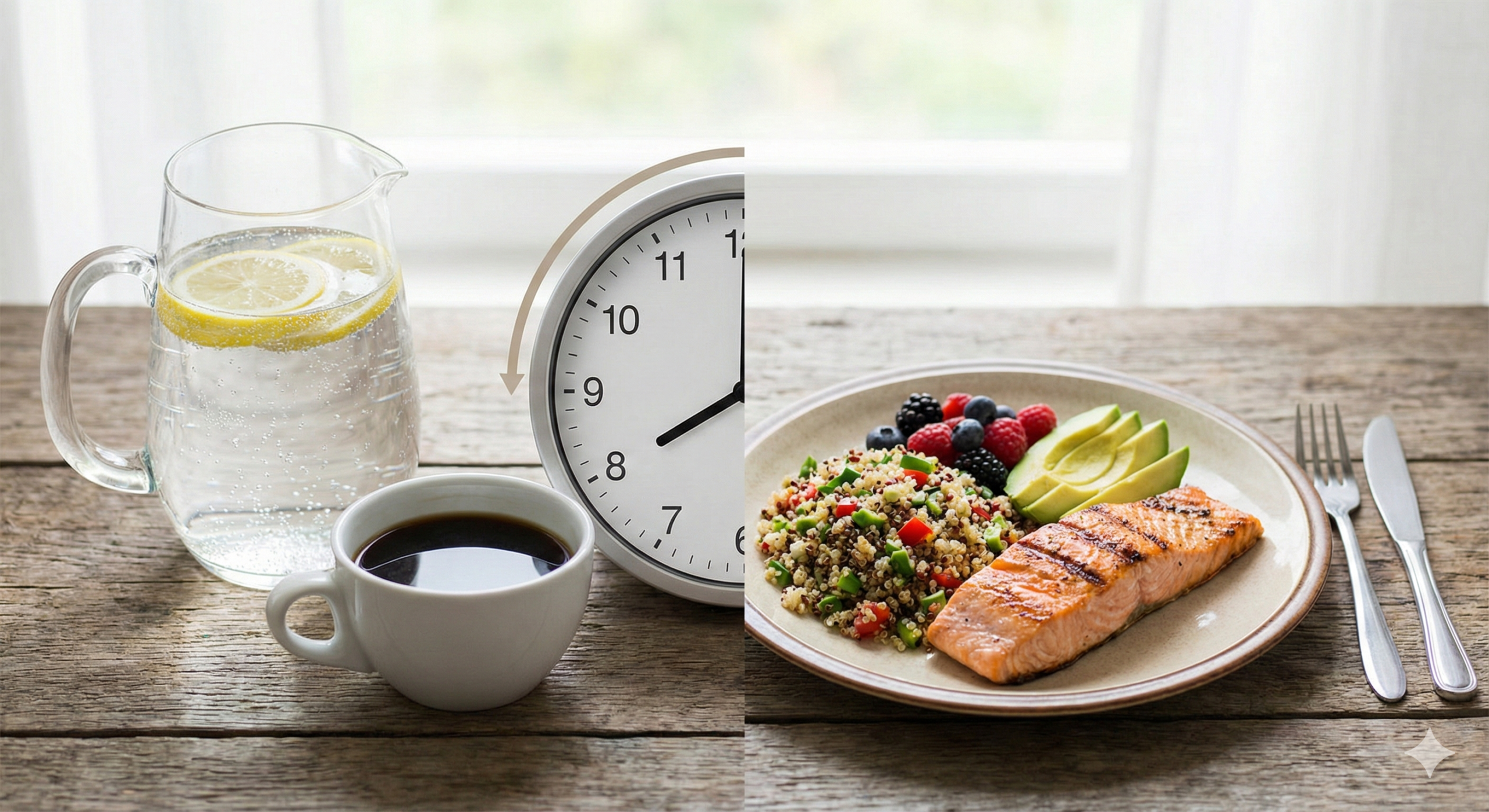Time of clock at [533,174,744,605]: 8:00
